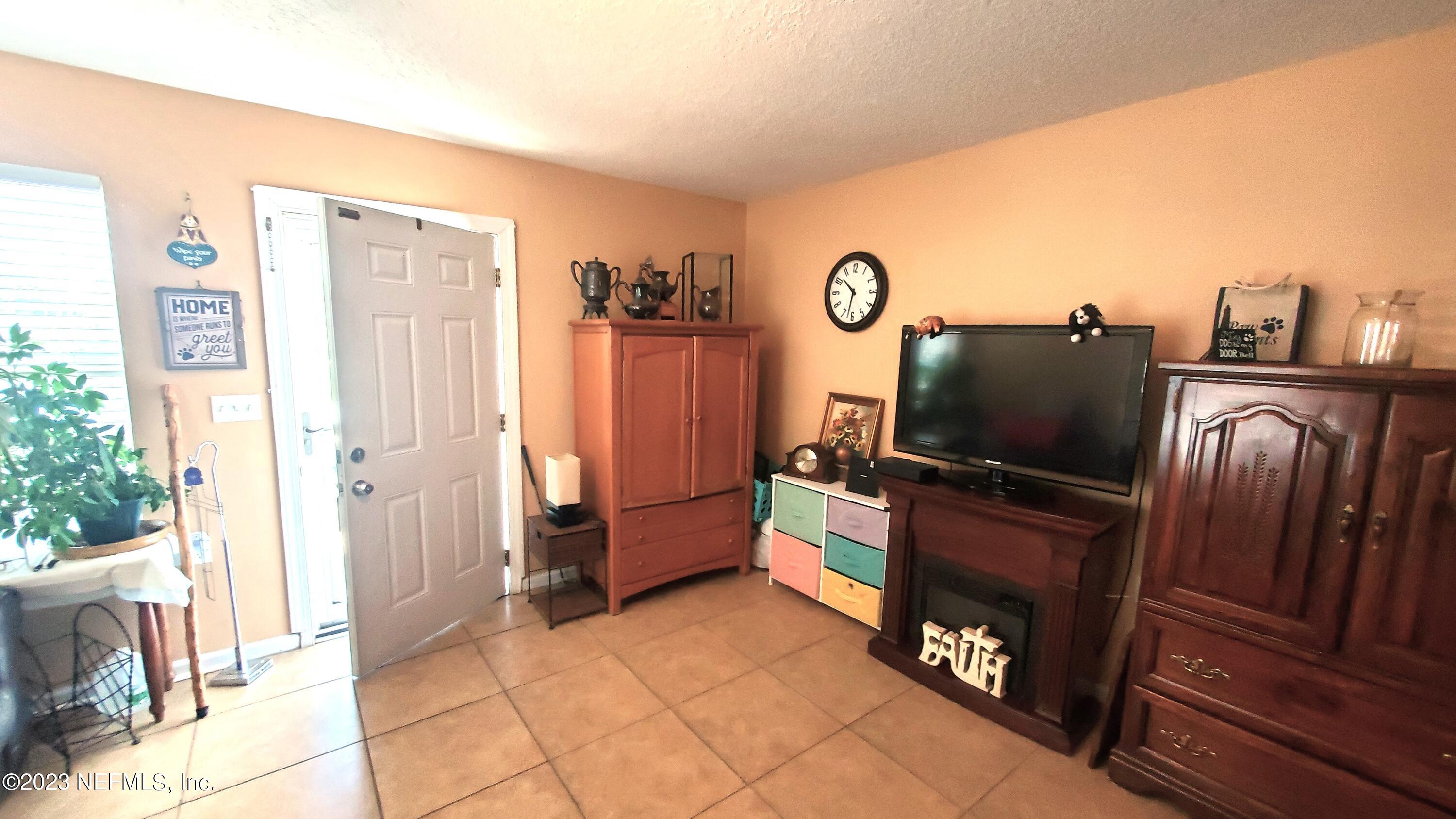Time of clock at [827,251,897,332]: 10:32
